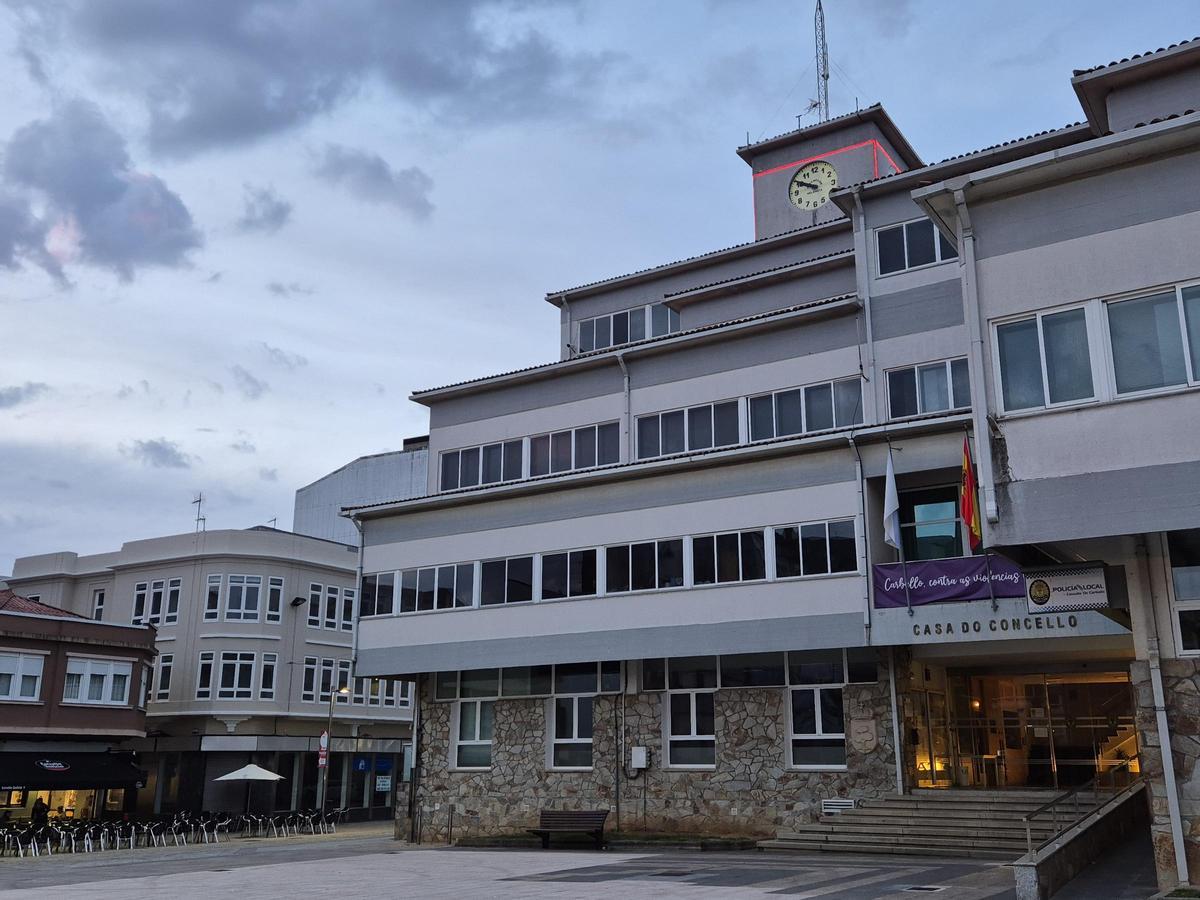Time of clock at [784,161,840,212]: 9:50
